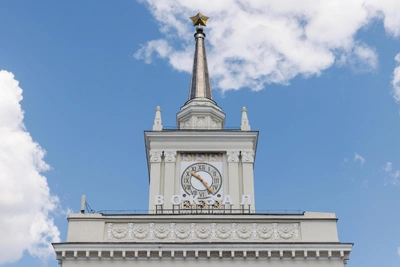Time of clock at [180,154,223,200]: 10:24
